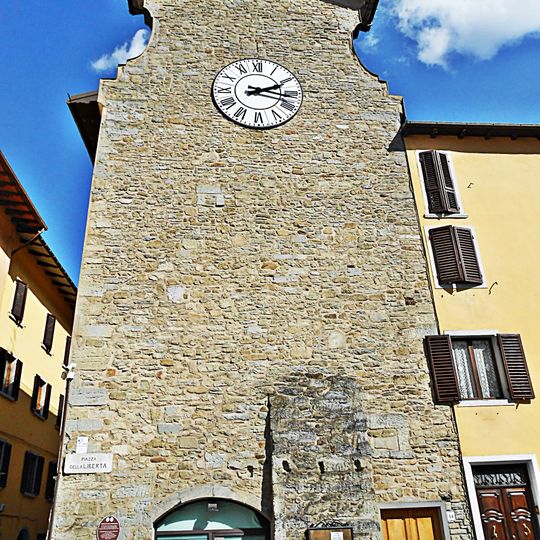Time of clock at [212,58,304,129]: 2:17
